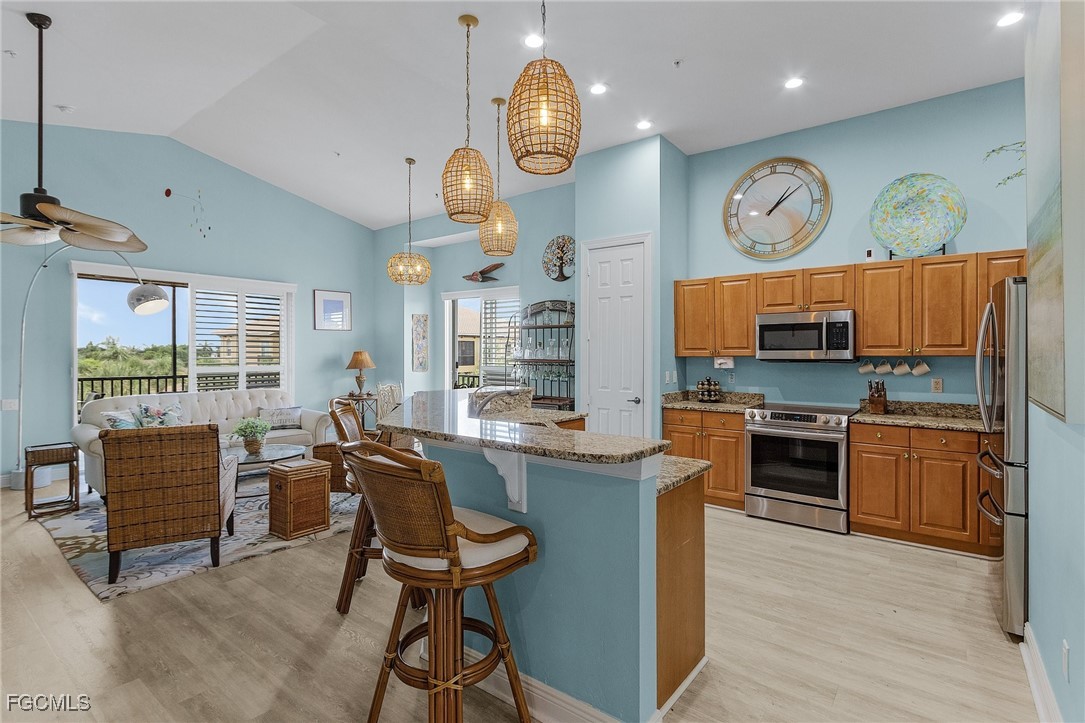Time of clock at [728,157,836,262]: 1:08
